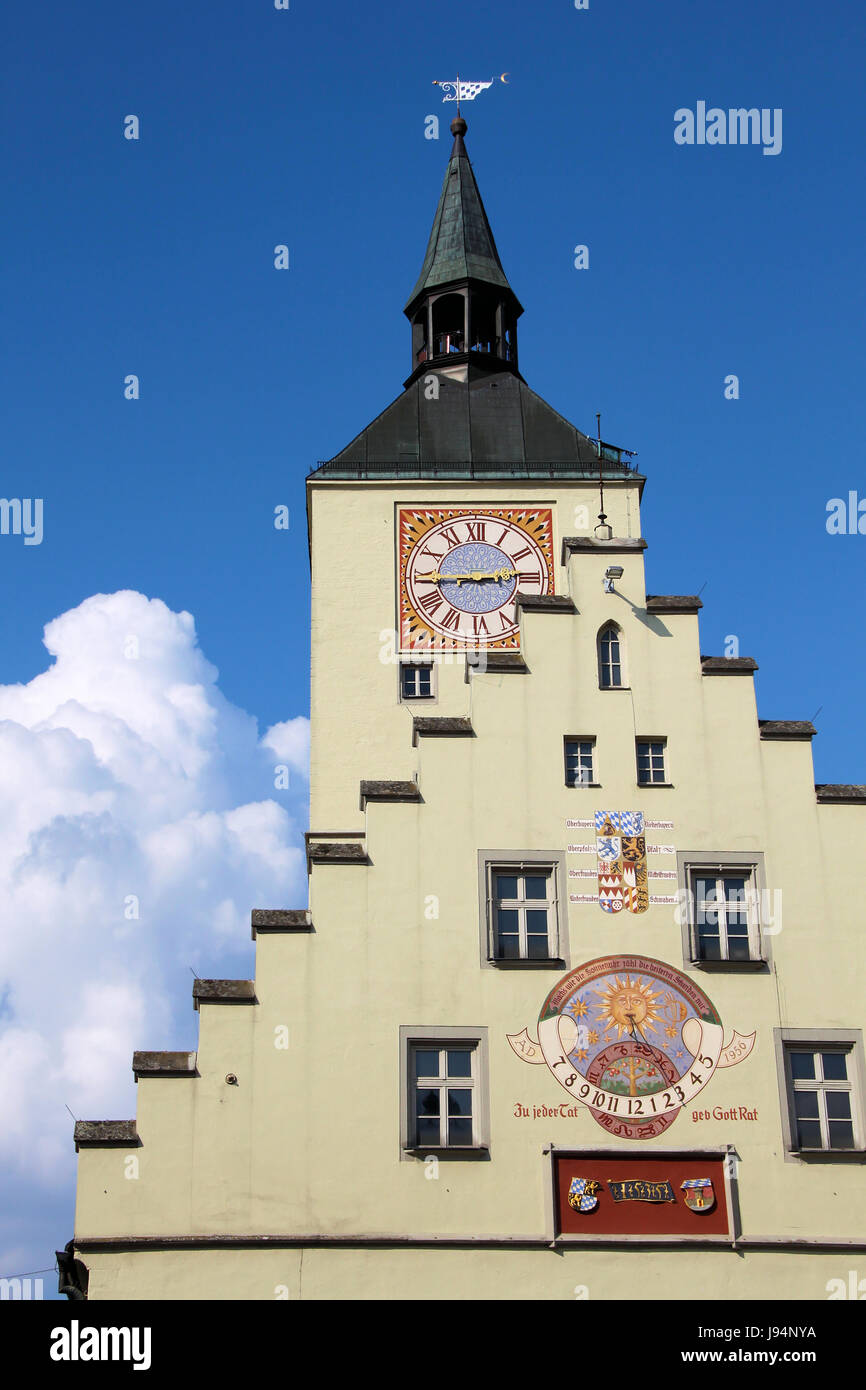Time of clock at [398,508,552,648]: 2:44
